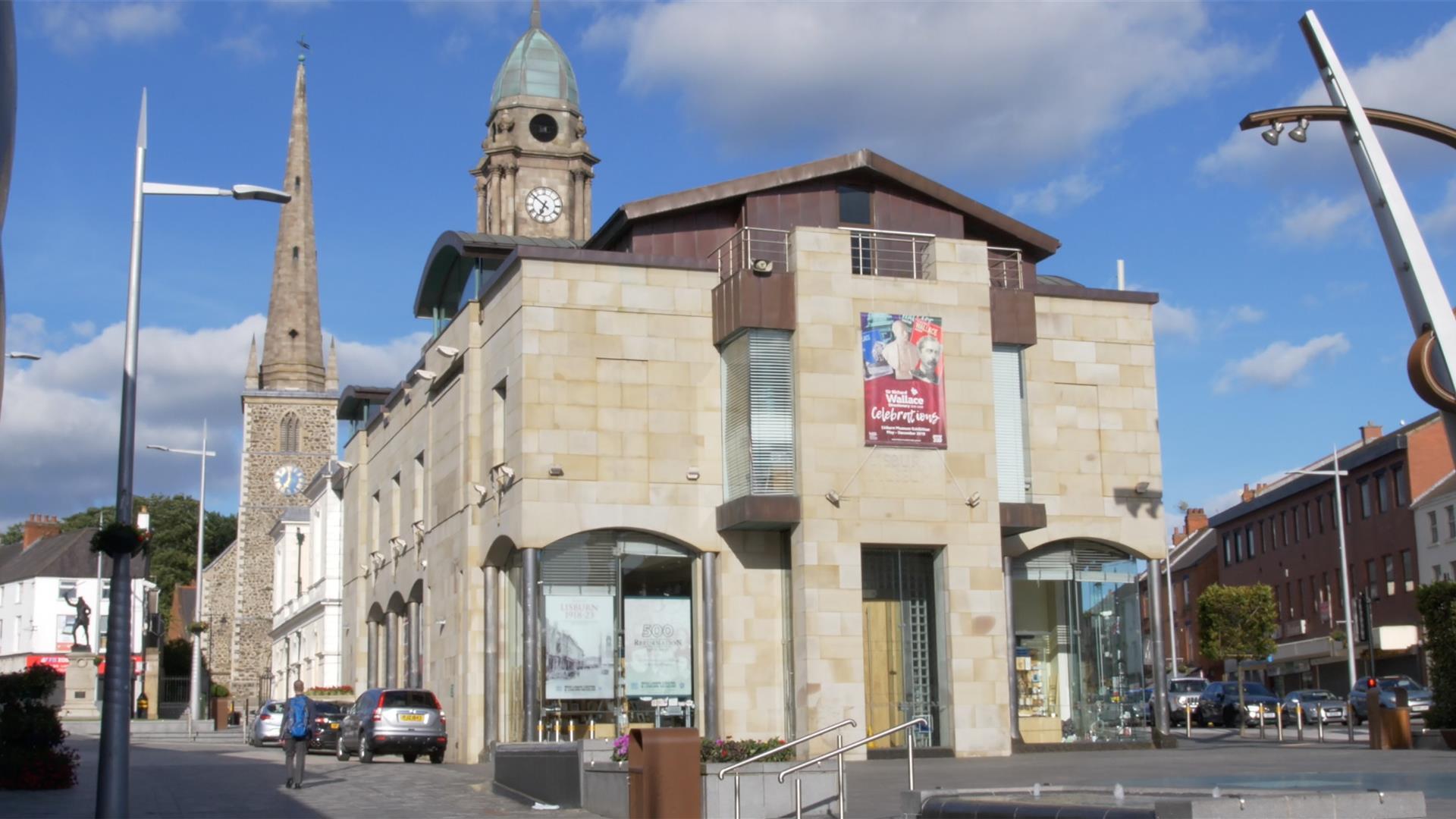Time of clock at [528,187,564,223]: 6:51
